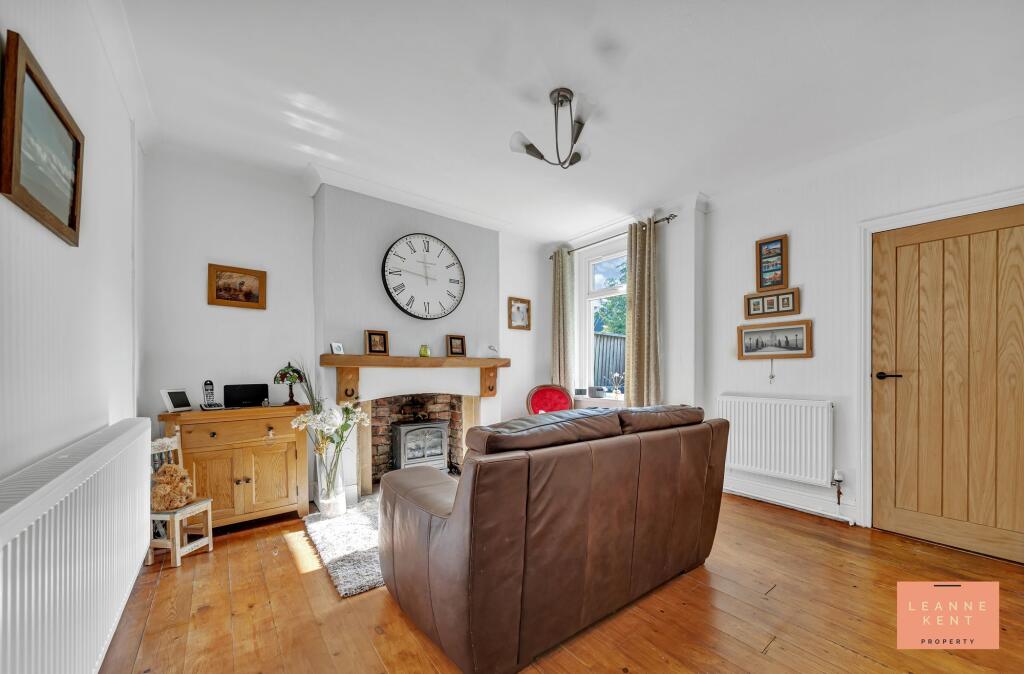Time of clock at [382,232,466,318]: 11:46
